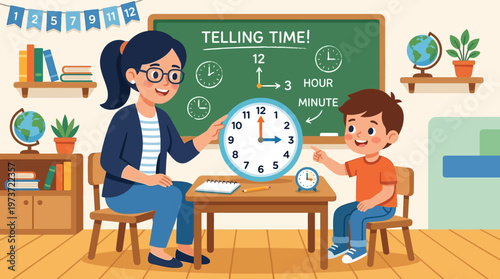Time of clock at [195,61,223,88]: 2:00
